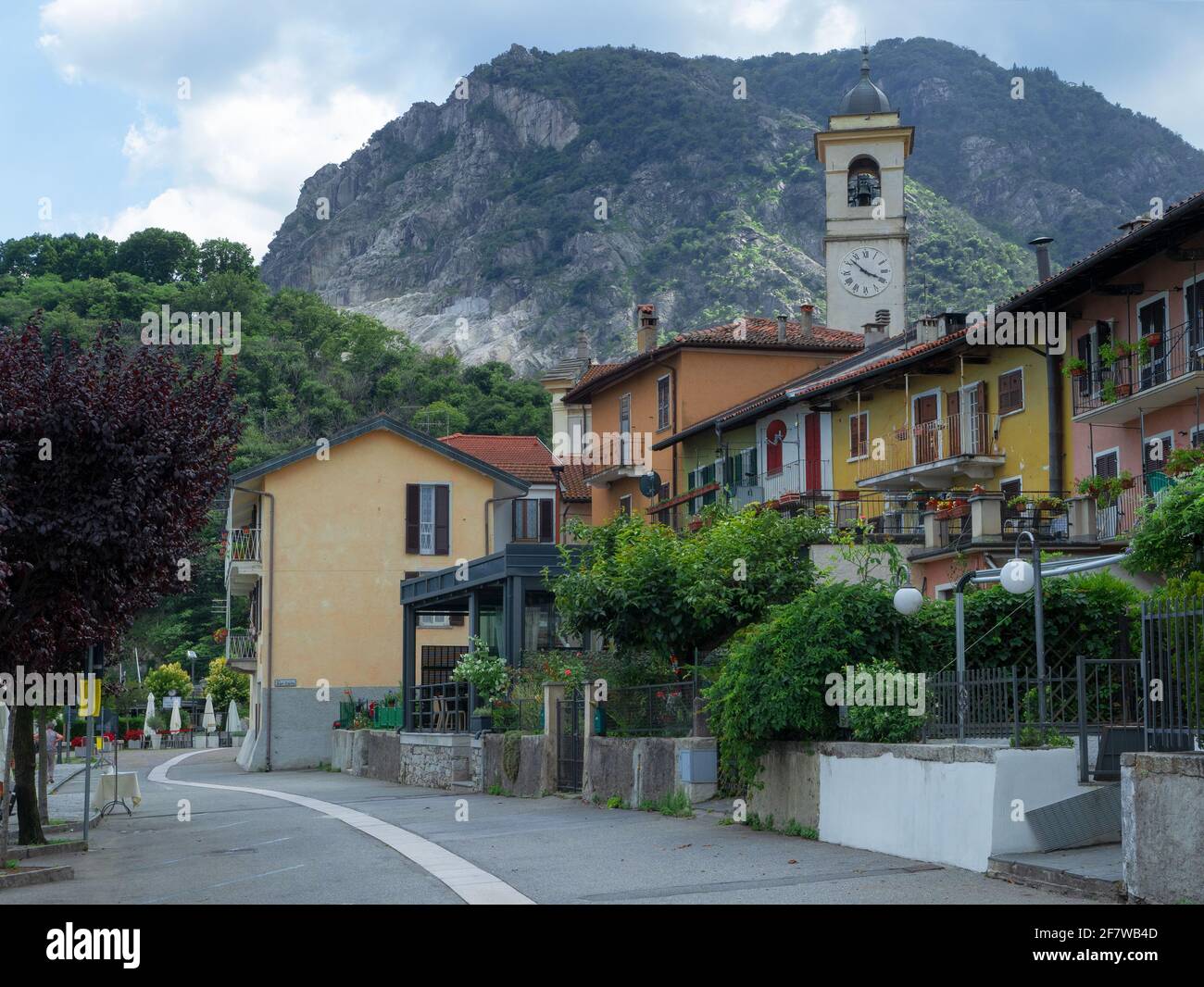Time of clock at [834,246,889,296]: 3:52
